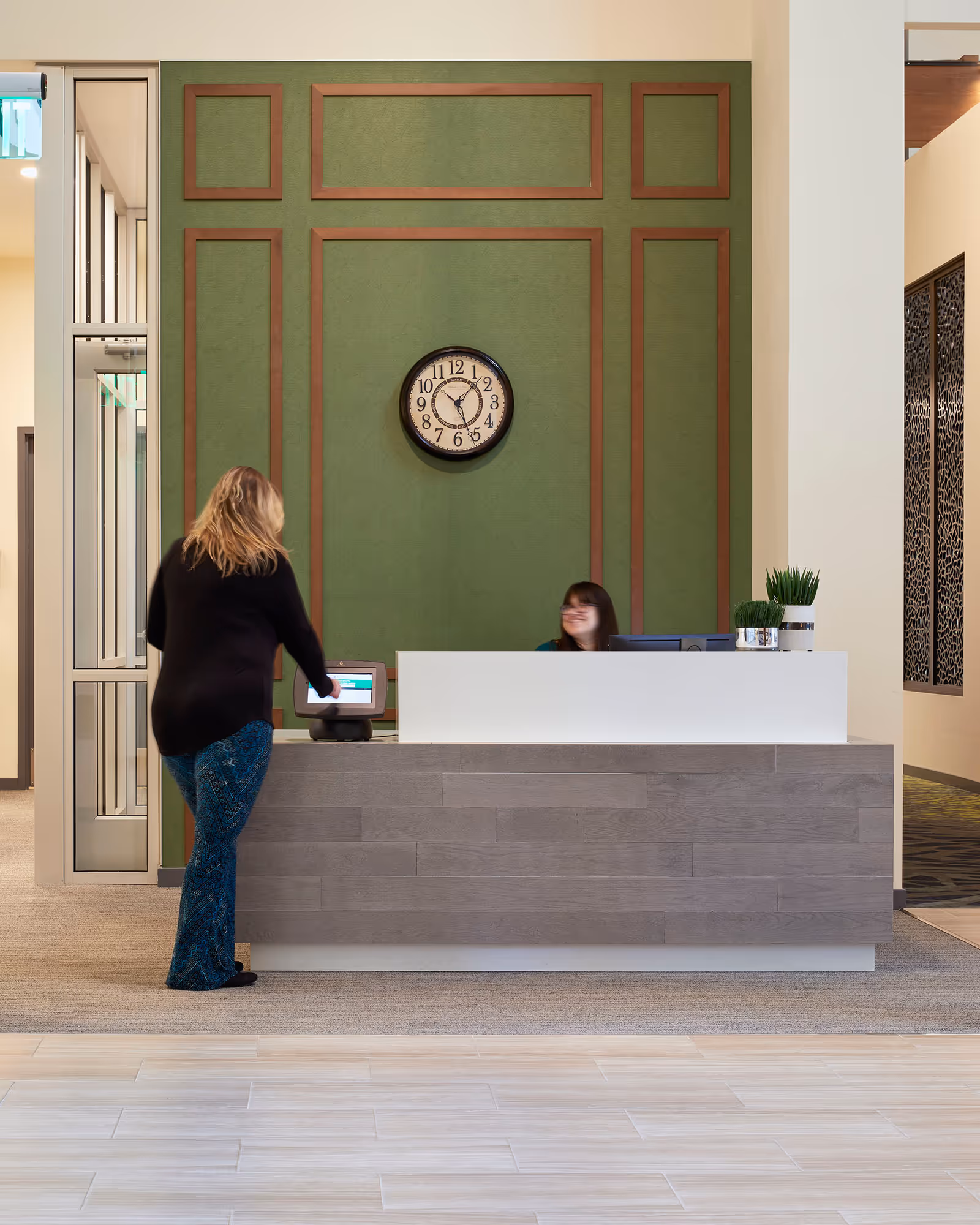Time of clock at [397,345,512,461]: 1:26
